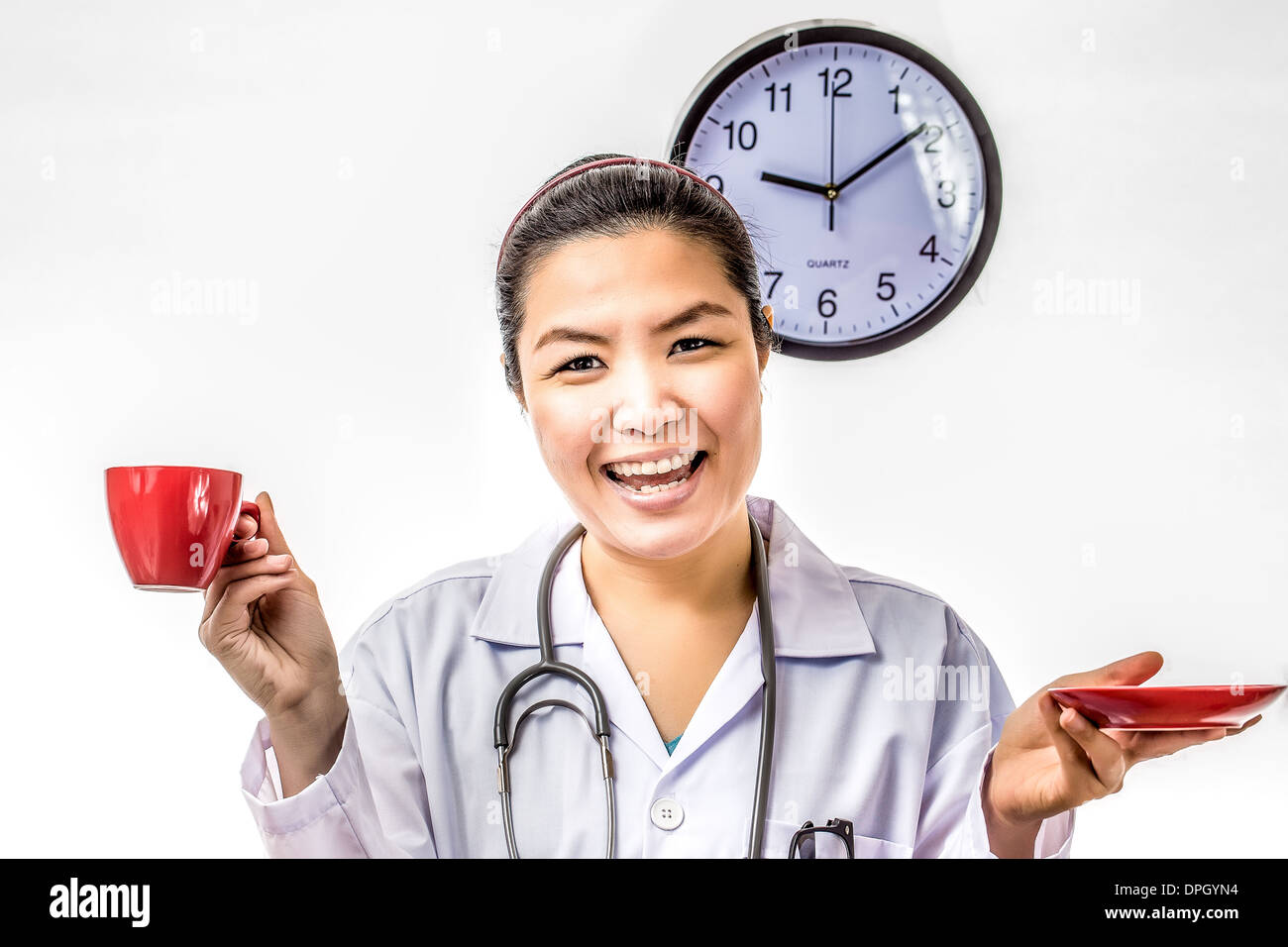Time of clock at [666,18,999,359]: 9:08
